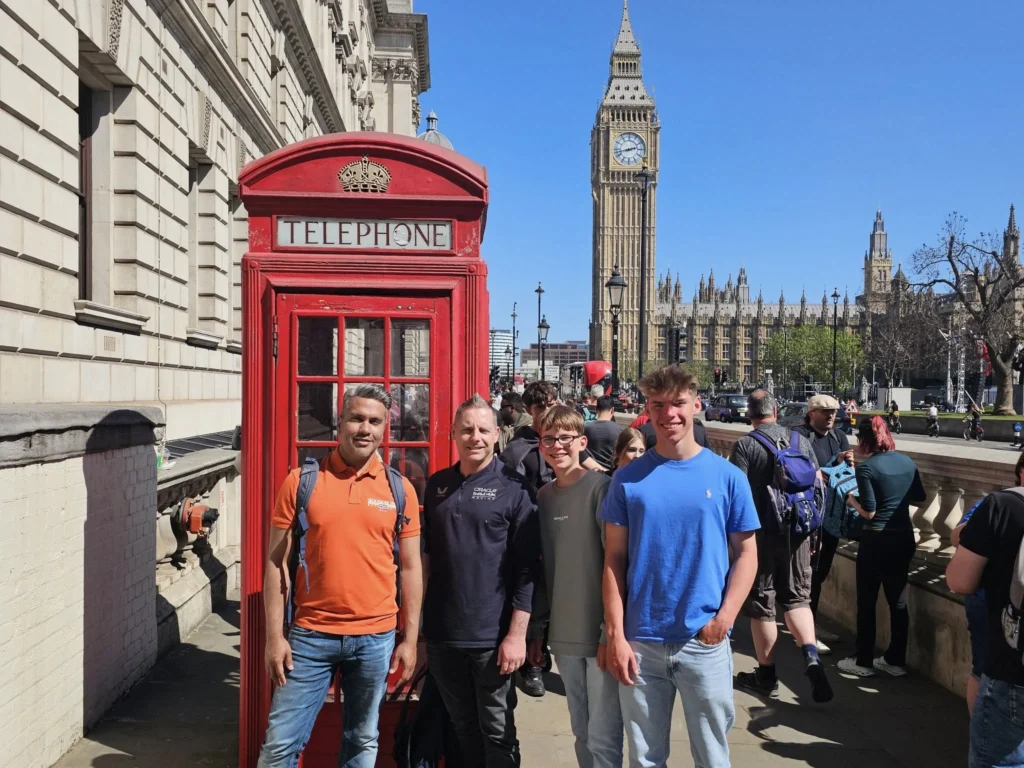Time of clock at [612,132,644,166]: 2:42
